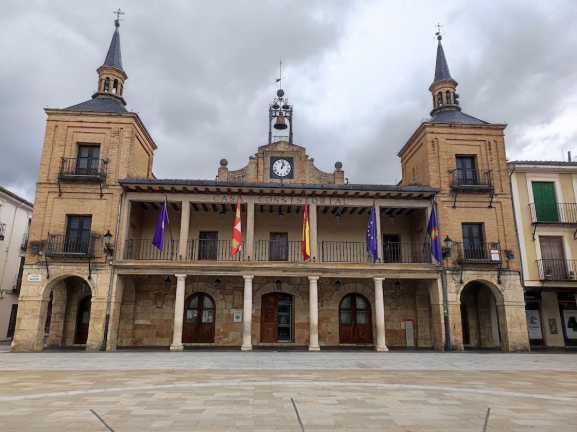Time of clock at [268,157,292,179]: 1:01
